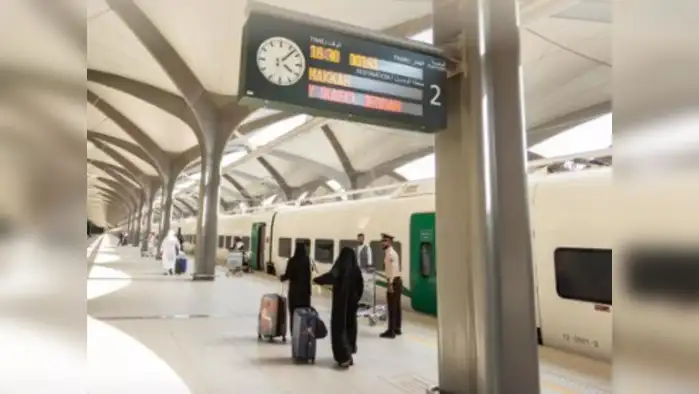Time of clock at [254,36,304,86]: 4:07
